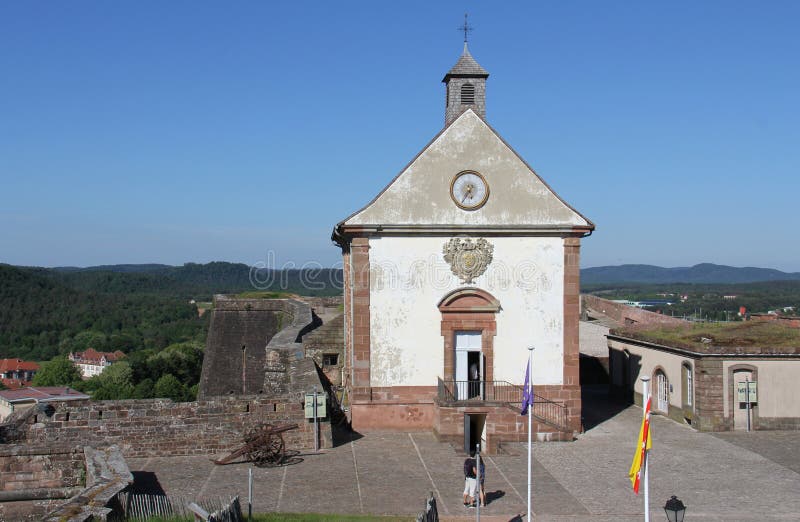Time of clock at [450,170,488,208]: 5:35
